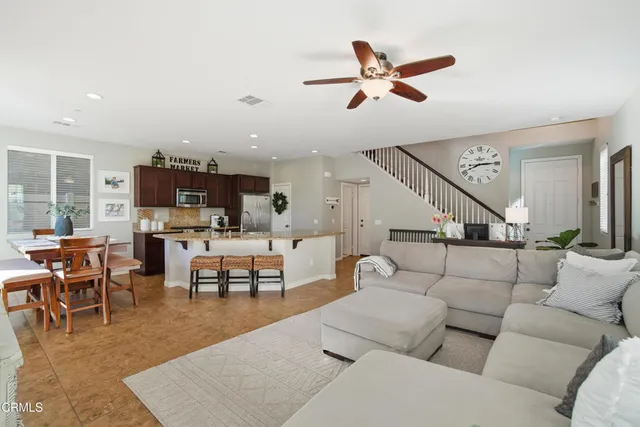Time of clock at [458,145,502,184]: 8:14
